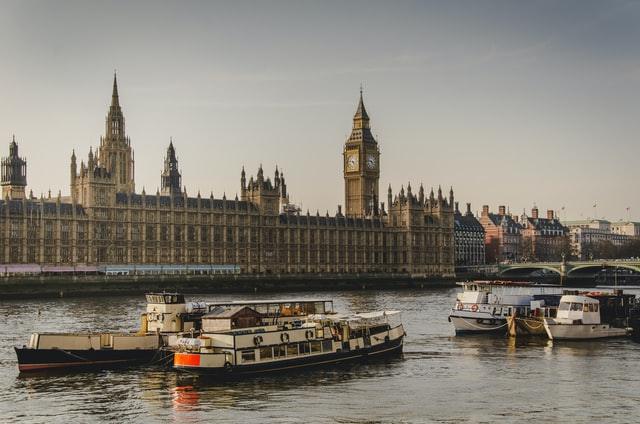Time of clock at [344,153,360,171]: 4:46
